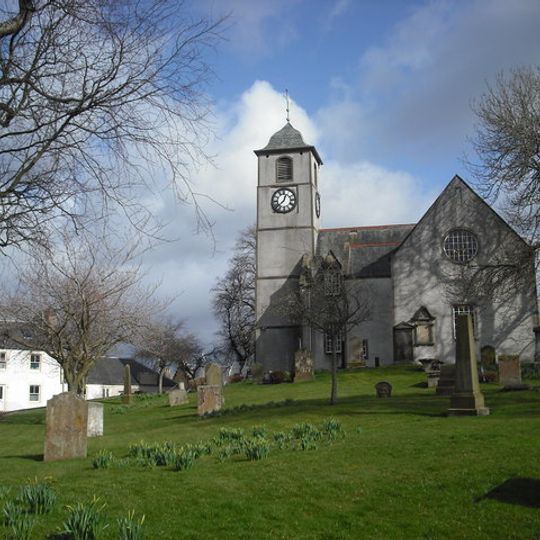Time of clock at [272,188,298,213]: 12:37
